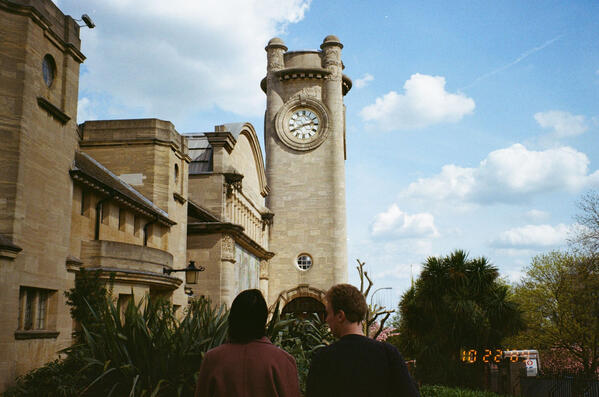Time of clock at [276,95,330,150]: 2:40
